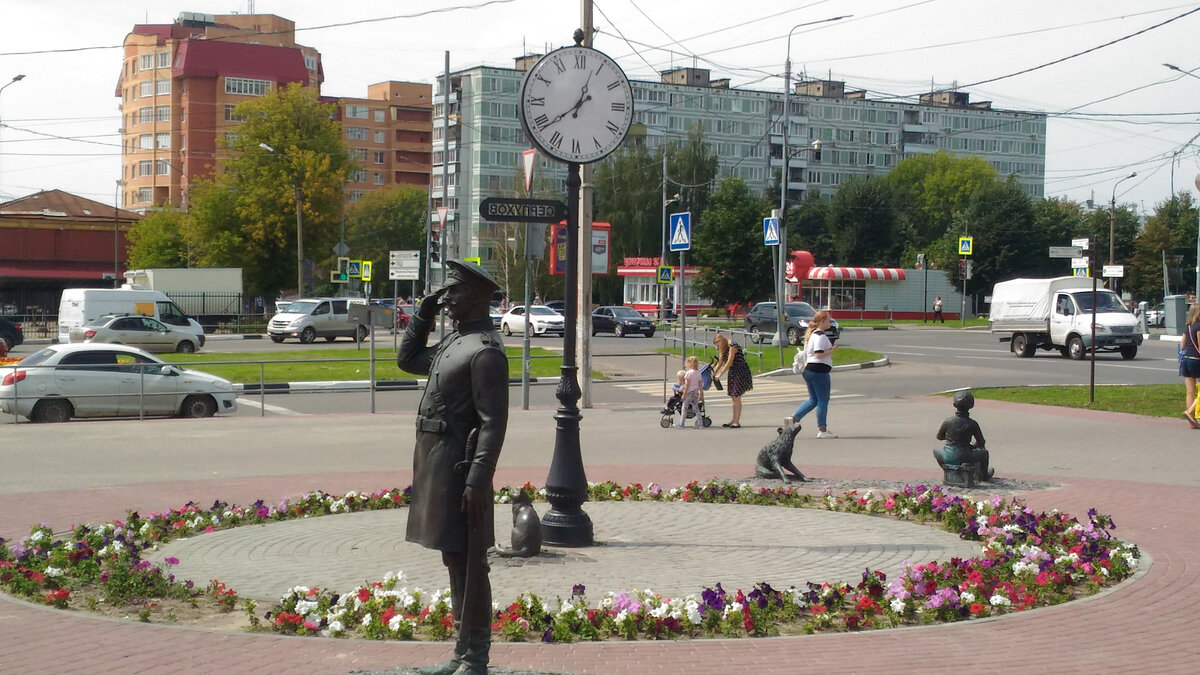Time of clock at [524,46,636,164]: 12:38
